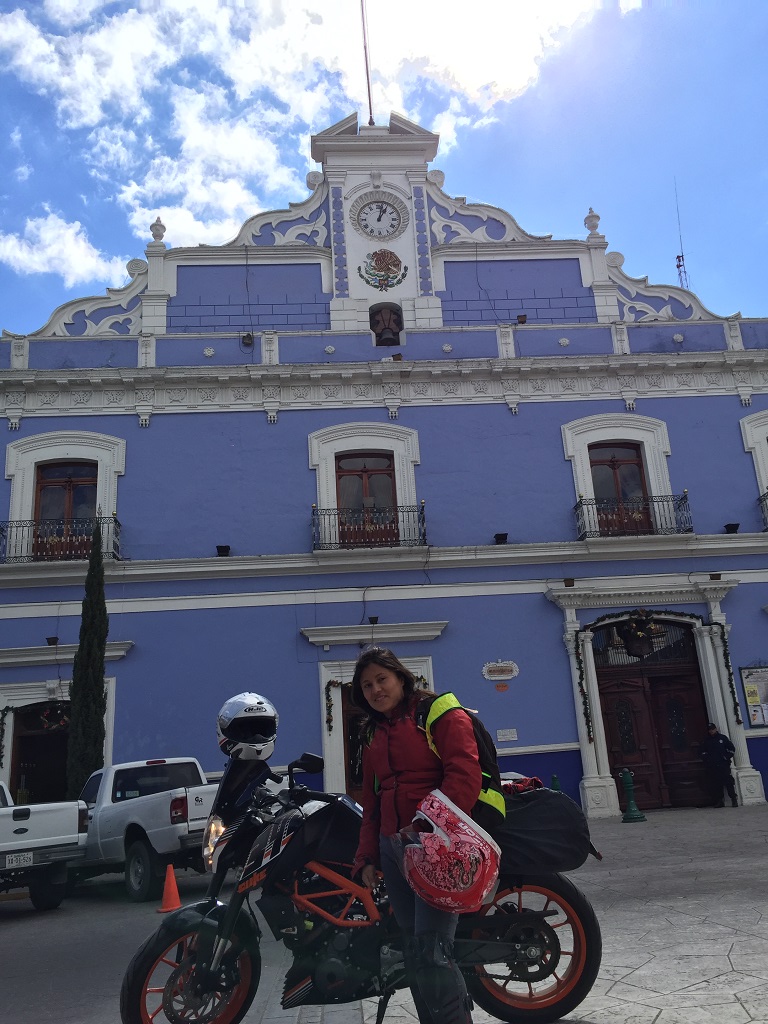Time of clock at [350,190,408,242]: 1:02
